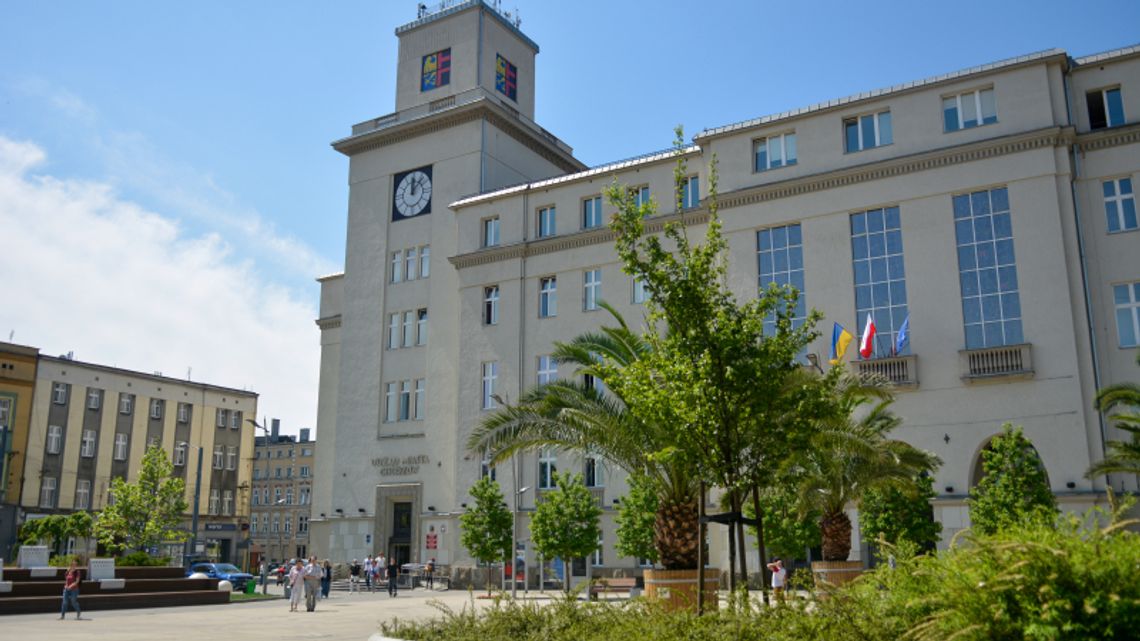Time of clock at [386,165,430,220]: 12:07
